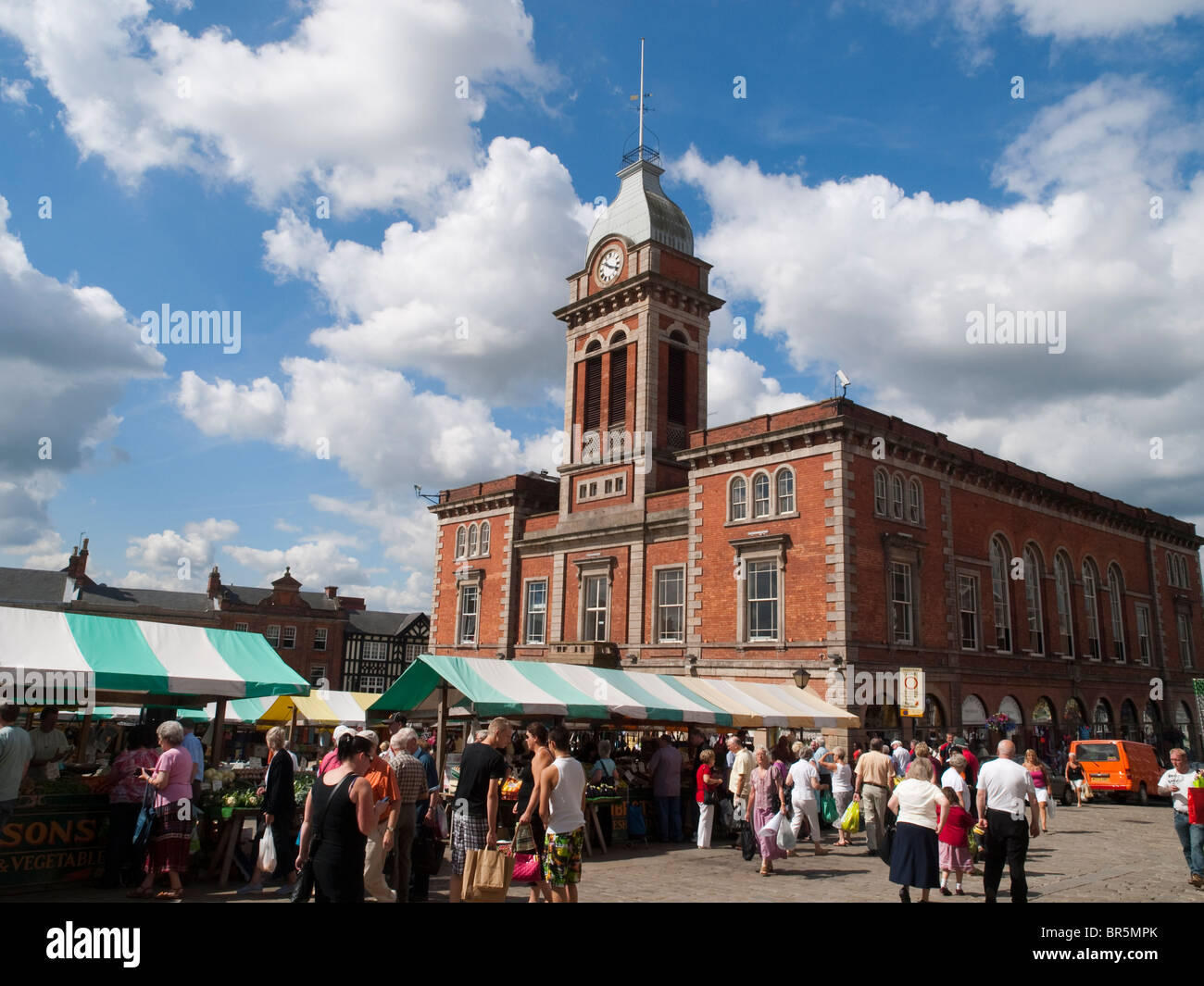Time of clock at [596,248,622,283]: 10:18
